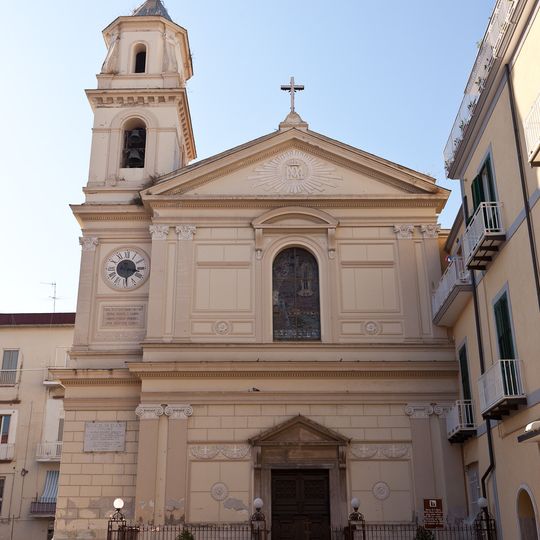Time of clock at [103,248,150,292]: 3:29
